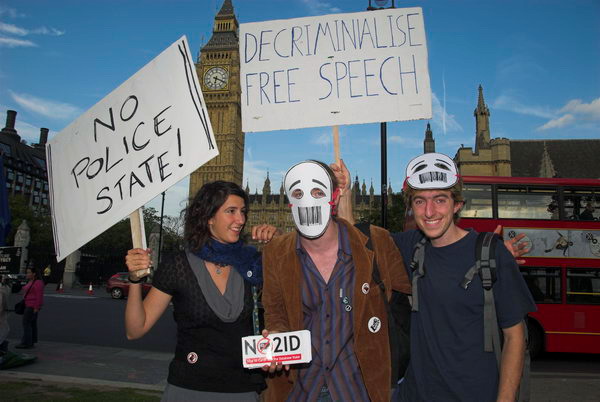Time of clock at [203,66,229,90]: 6:18
